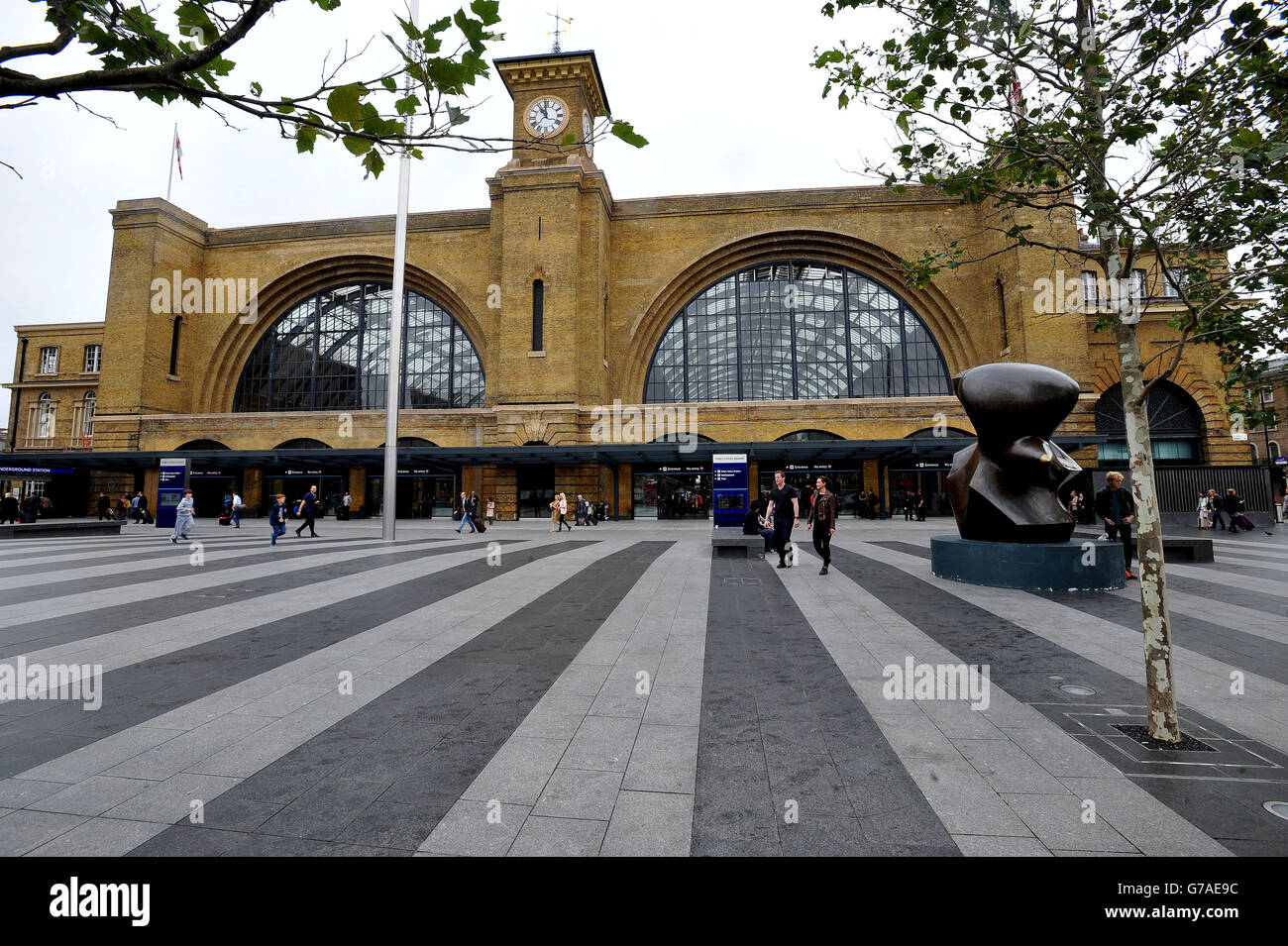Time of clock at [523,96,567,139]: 10:59
